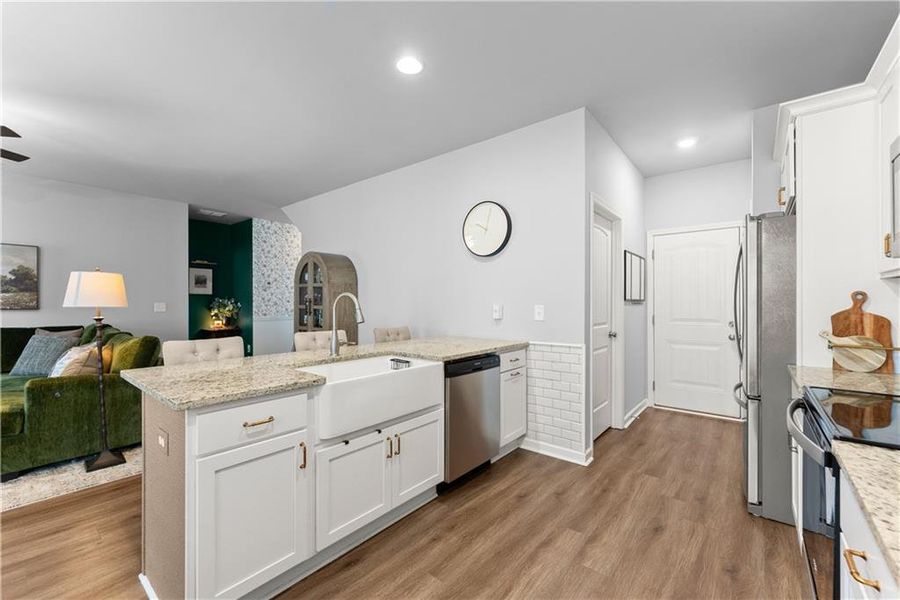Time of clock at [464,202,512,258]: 10:00
